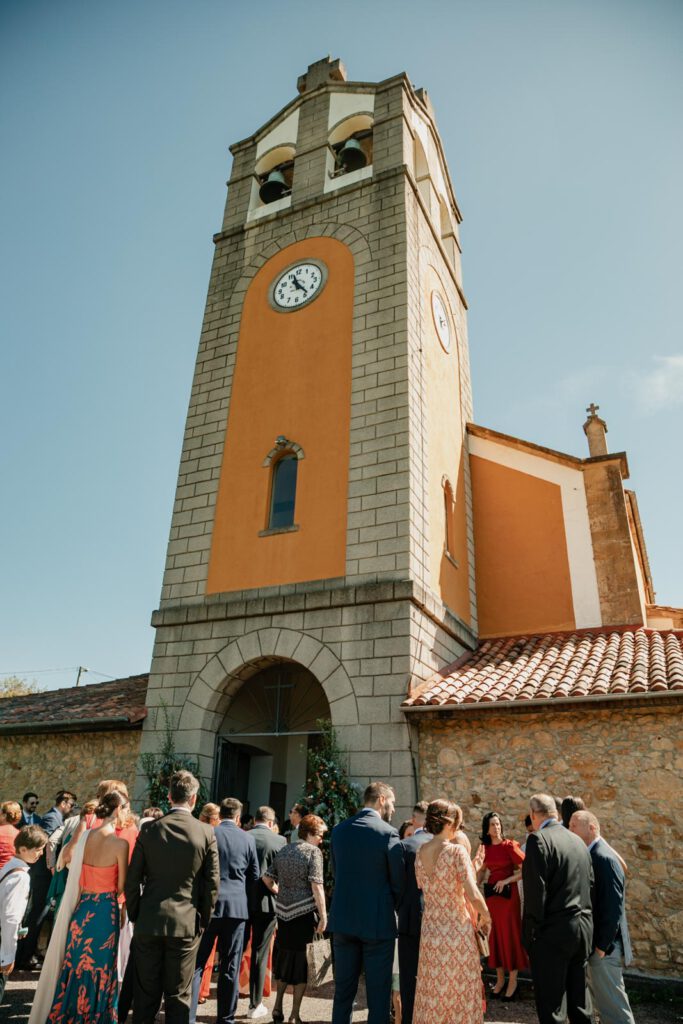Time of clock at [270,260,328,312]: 11:23
